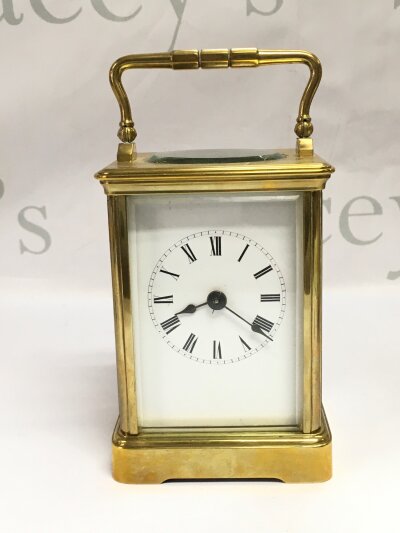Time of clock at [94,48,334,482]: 8:20
